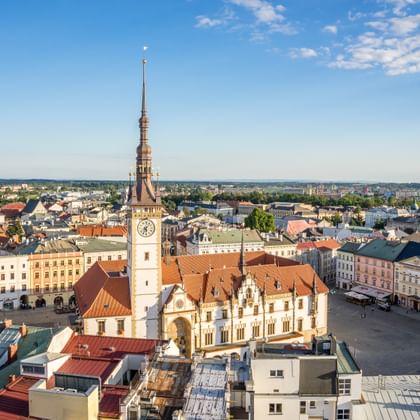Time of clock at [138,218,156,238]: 5:35
